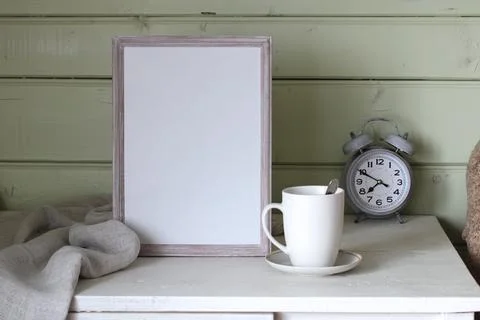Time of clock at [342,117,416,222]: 7:49
